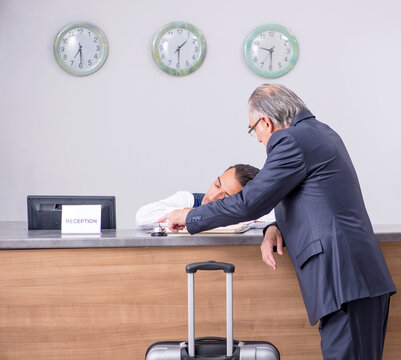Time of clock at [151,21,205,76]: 1:29
